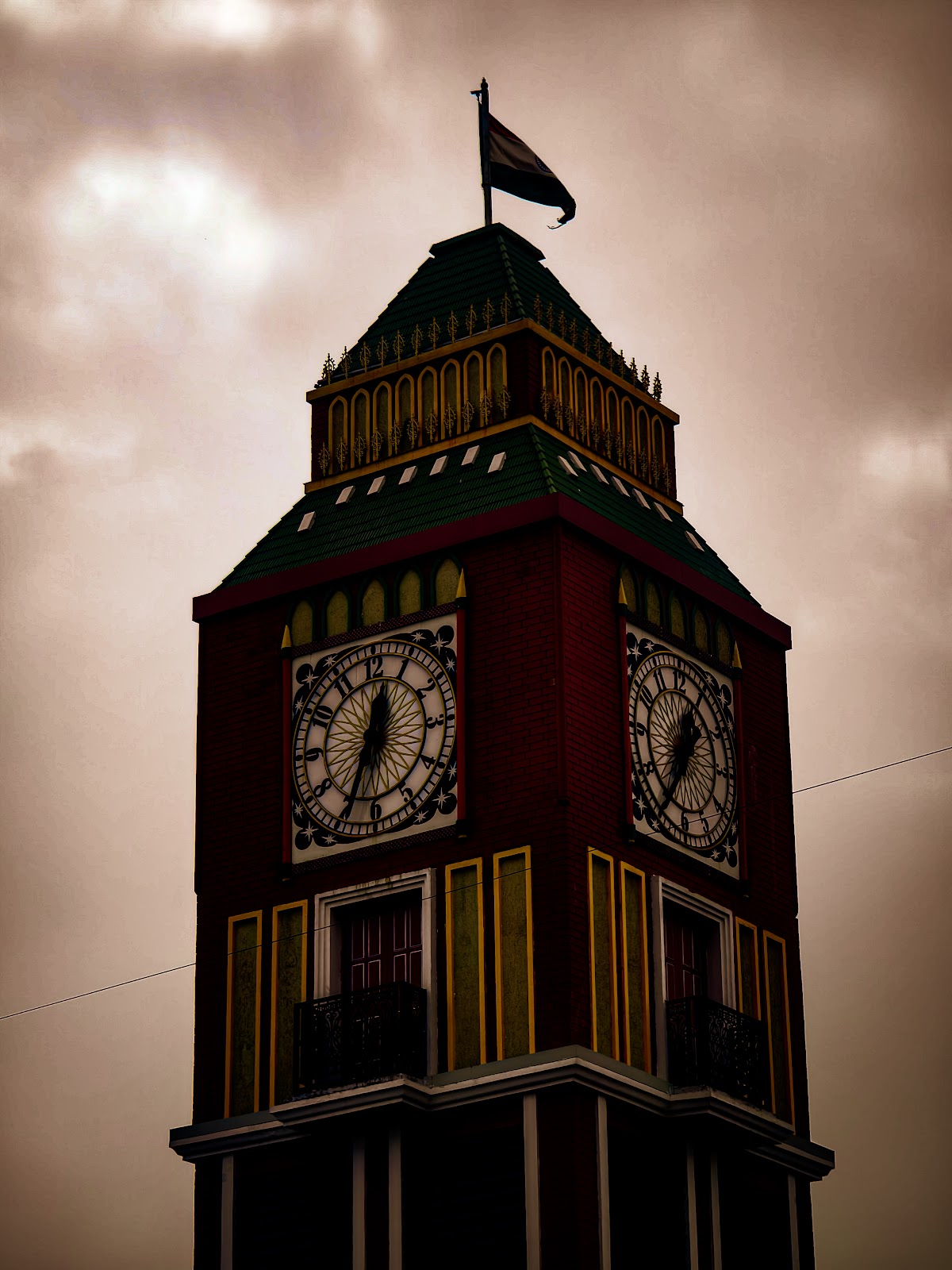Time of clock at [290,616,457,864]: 12:34
